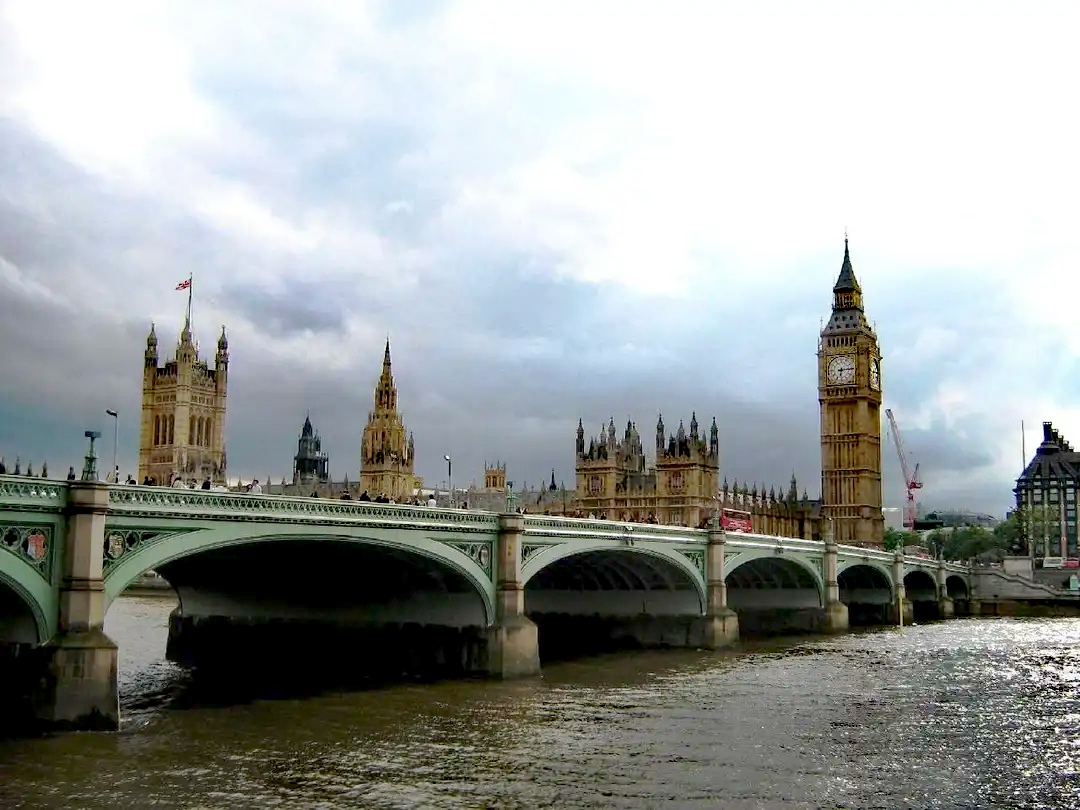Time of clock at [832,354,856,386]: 6:14
